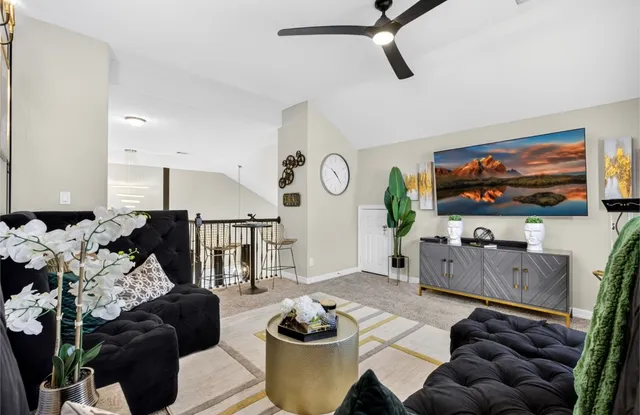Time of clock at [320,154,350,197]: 4:22
